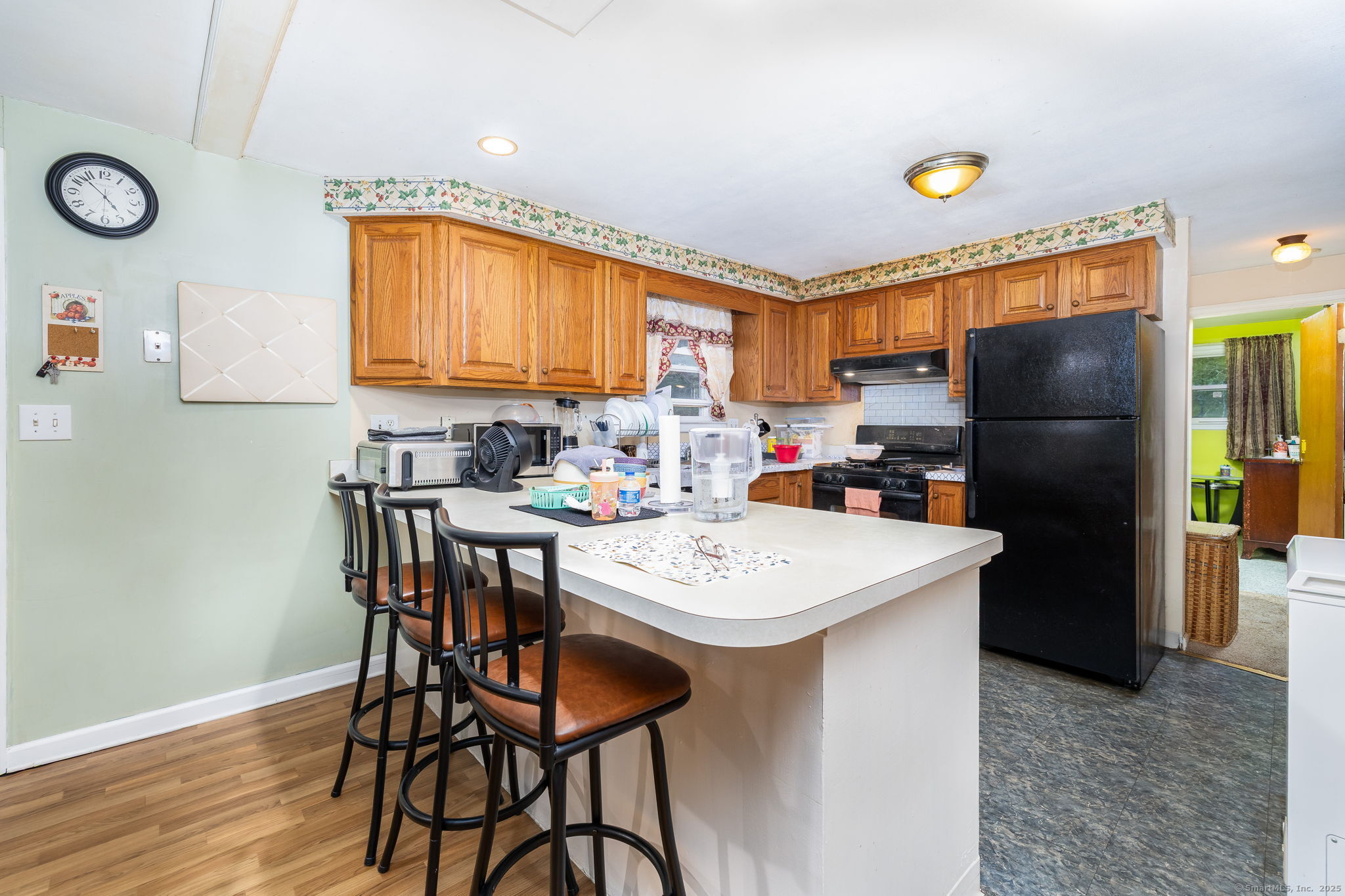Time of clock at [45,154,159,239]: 4:52
